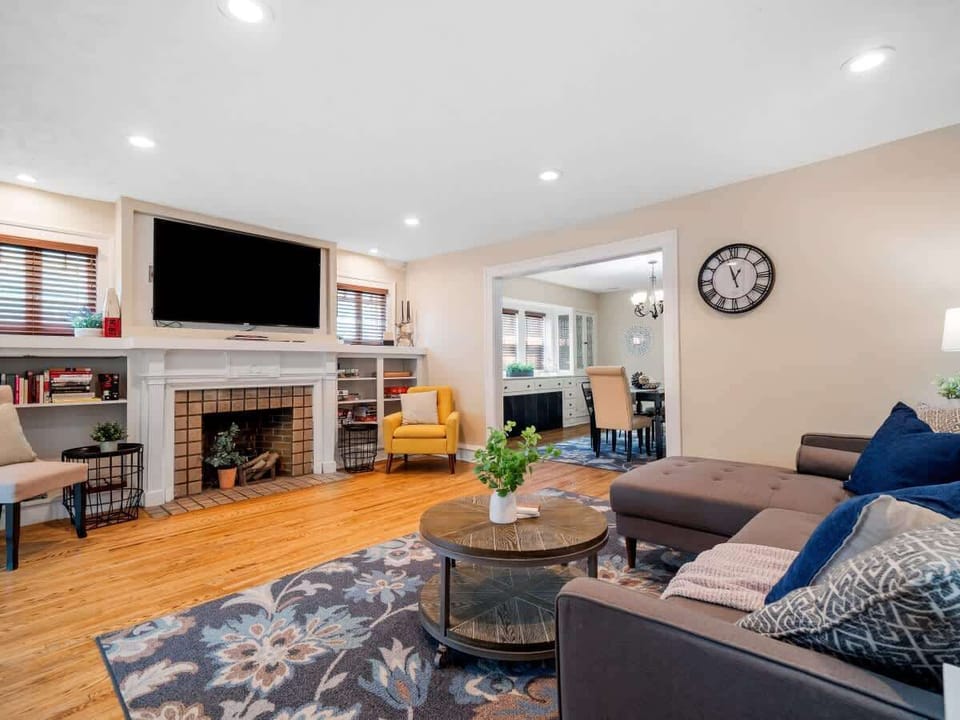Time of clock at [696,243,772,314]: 12:57
